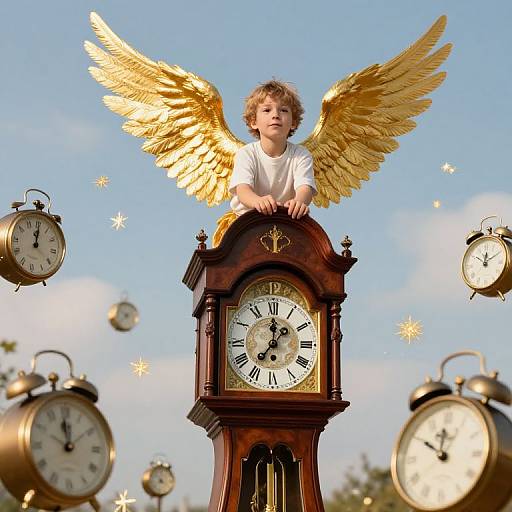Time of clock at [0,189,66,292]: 12:00
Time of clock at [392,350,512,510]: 11:50
